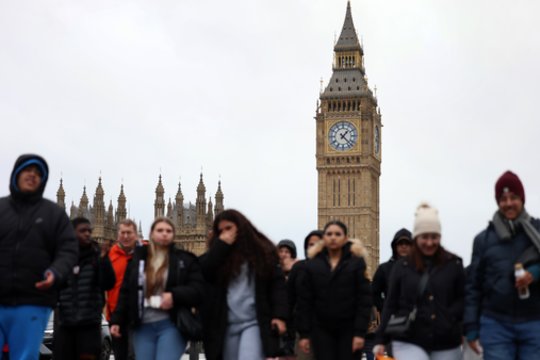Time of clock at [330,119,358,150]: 1:22
